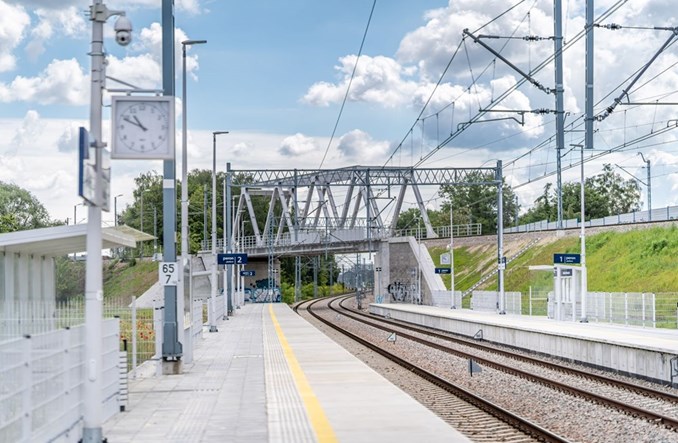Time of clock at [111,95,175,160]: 10:49
